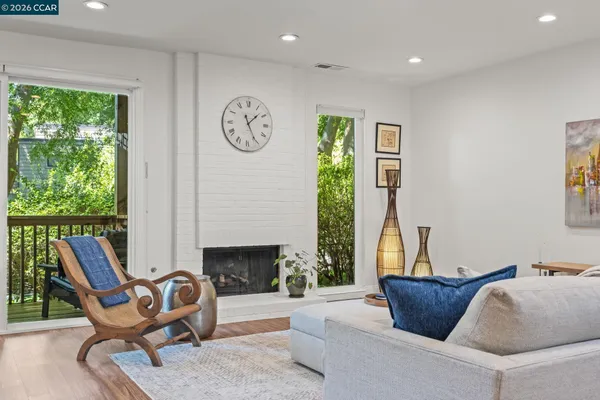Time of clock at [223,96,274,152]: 1:25
